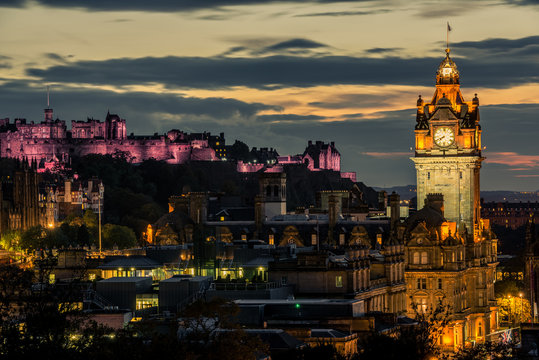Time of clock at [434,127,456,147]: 7:40
